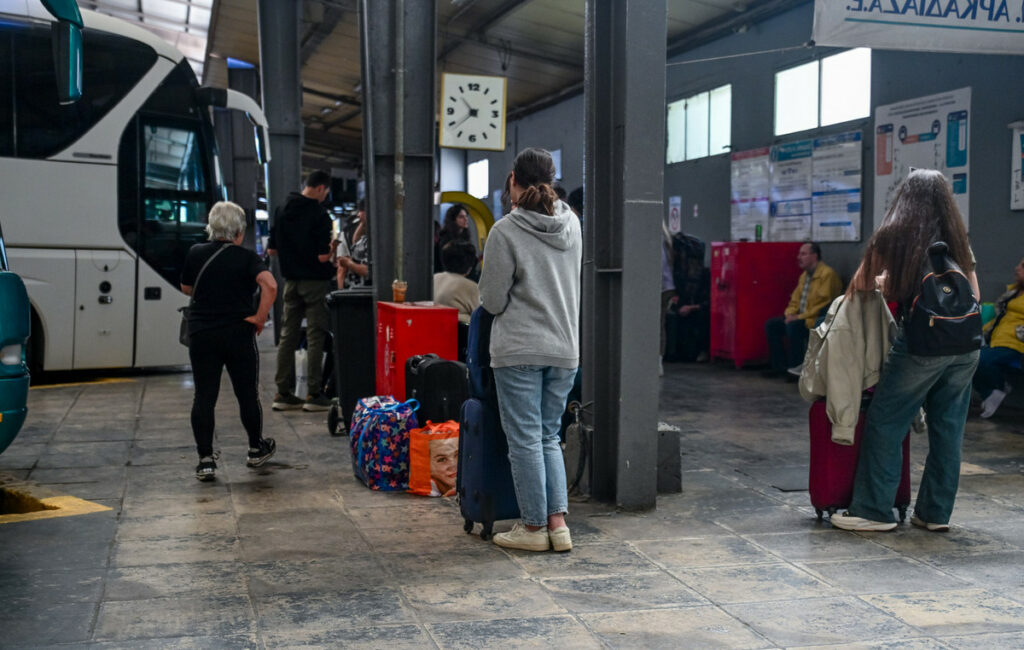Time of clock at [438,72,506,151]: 10:38
